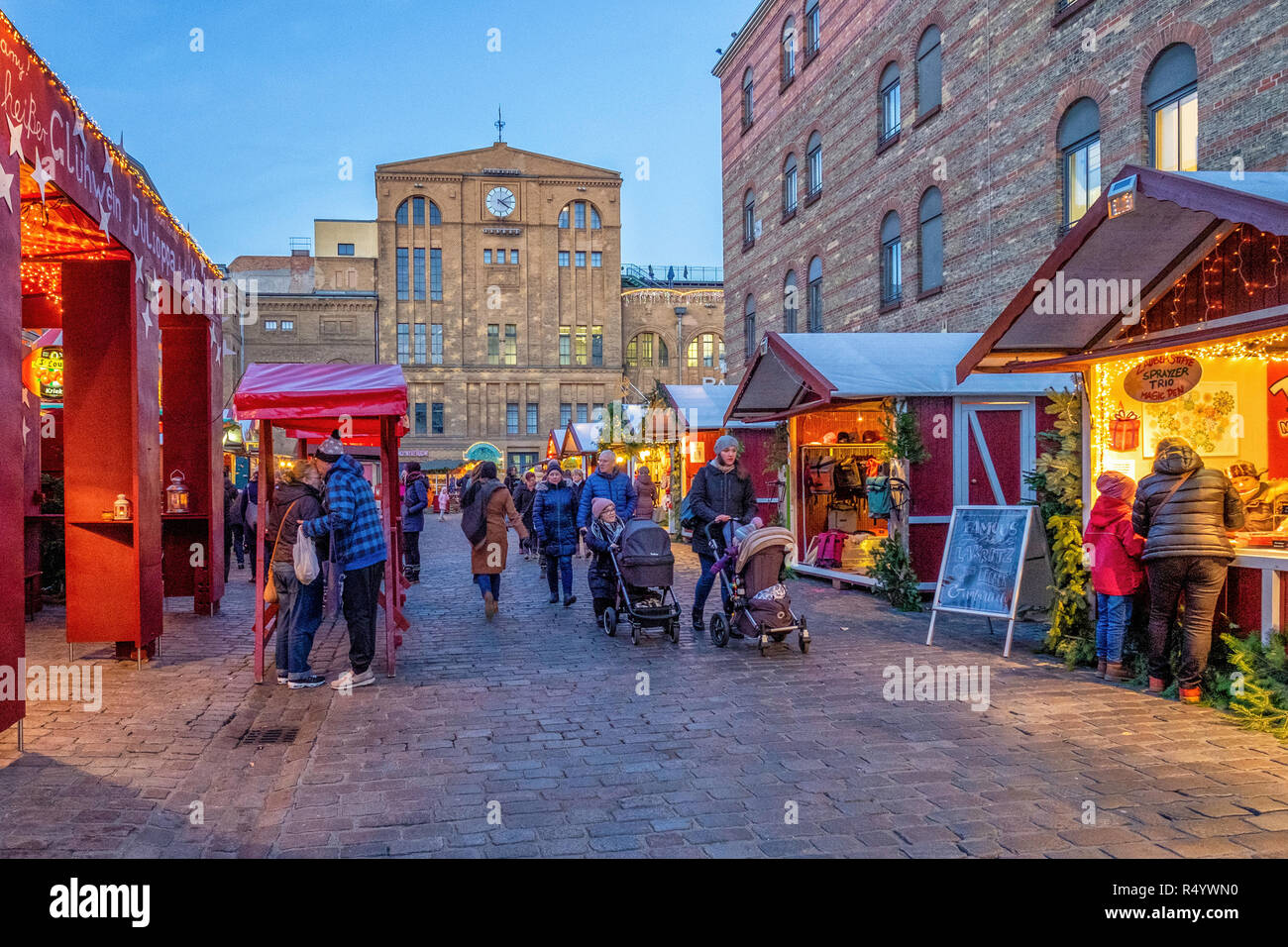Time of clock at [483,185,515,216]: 4:09
